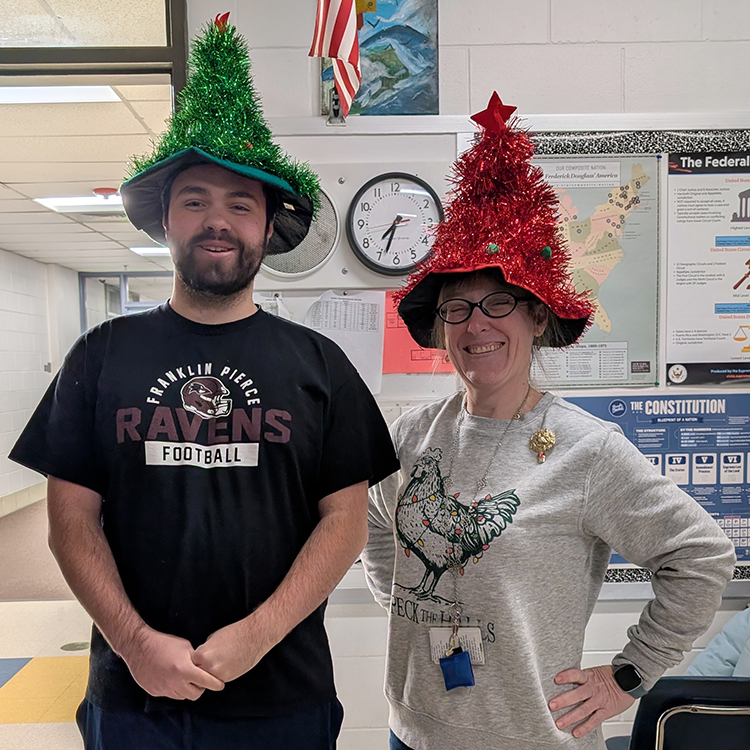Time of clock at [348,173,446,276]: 7:33
